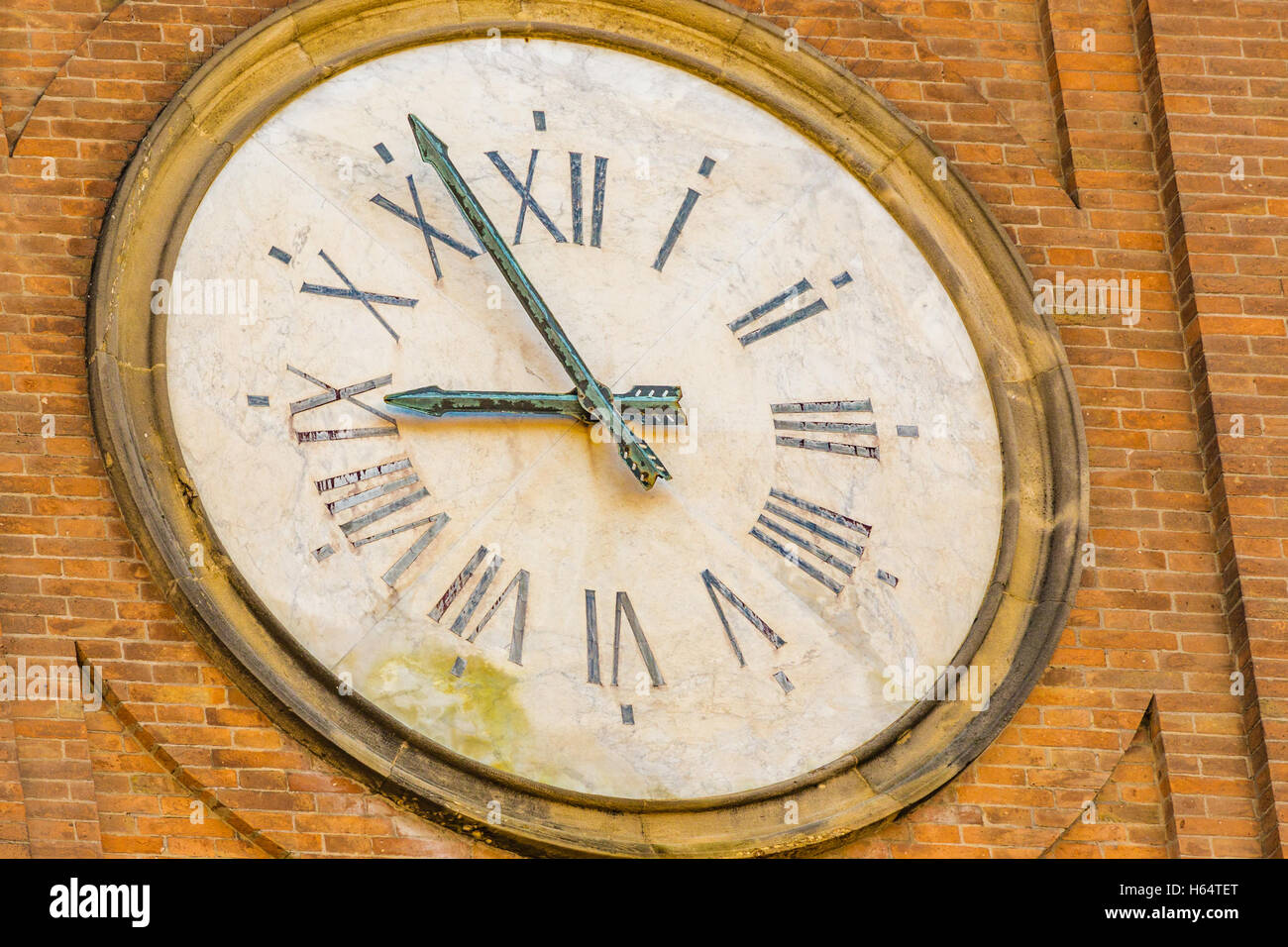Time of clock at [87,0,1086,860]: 8:56
